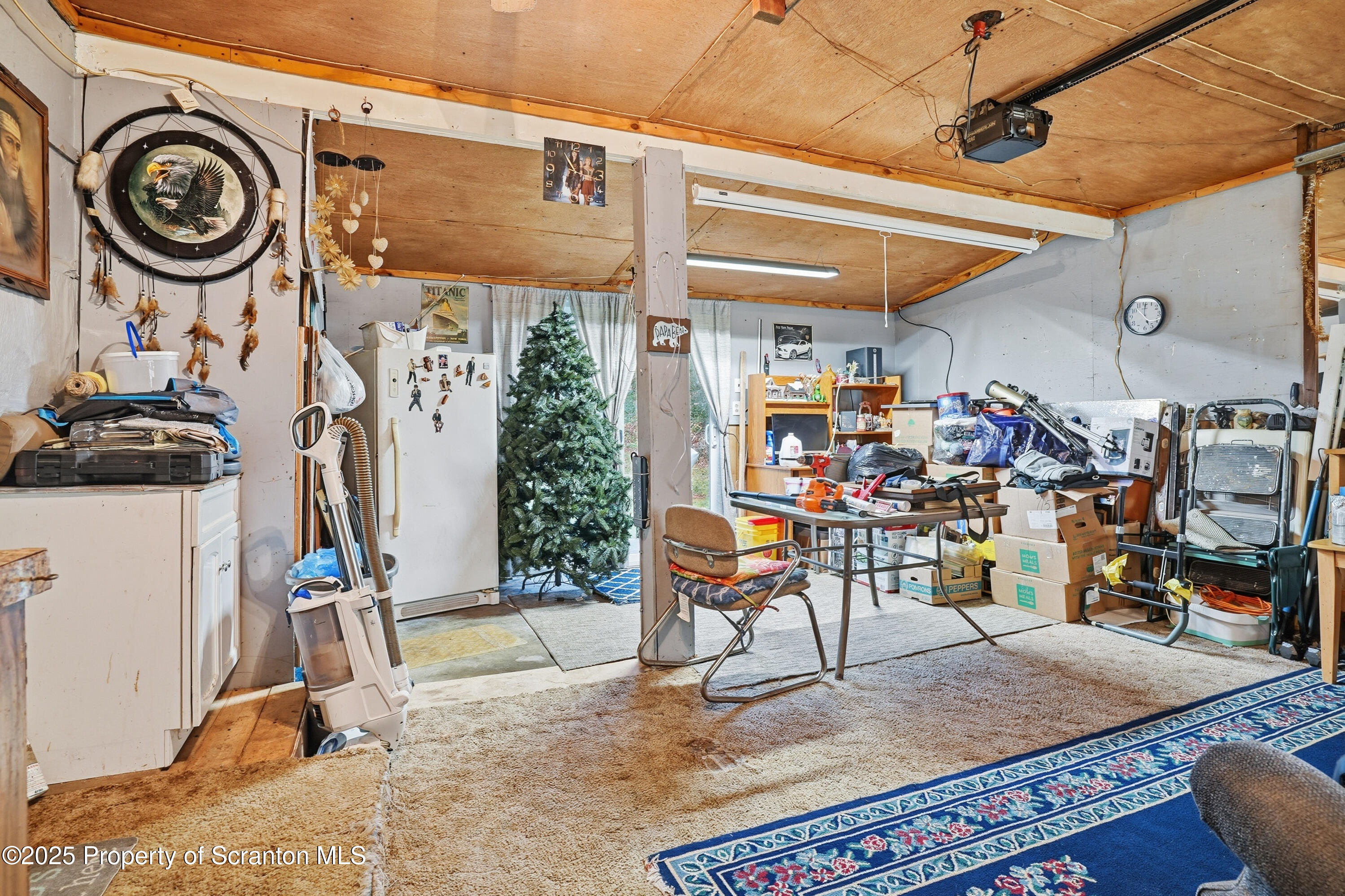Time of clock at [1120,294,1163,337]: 5:00
